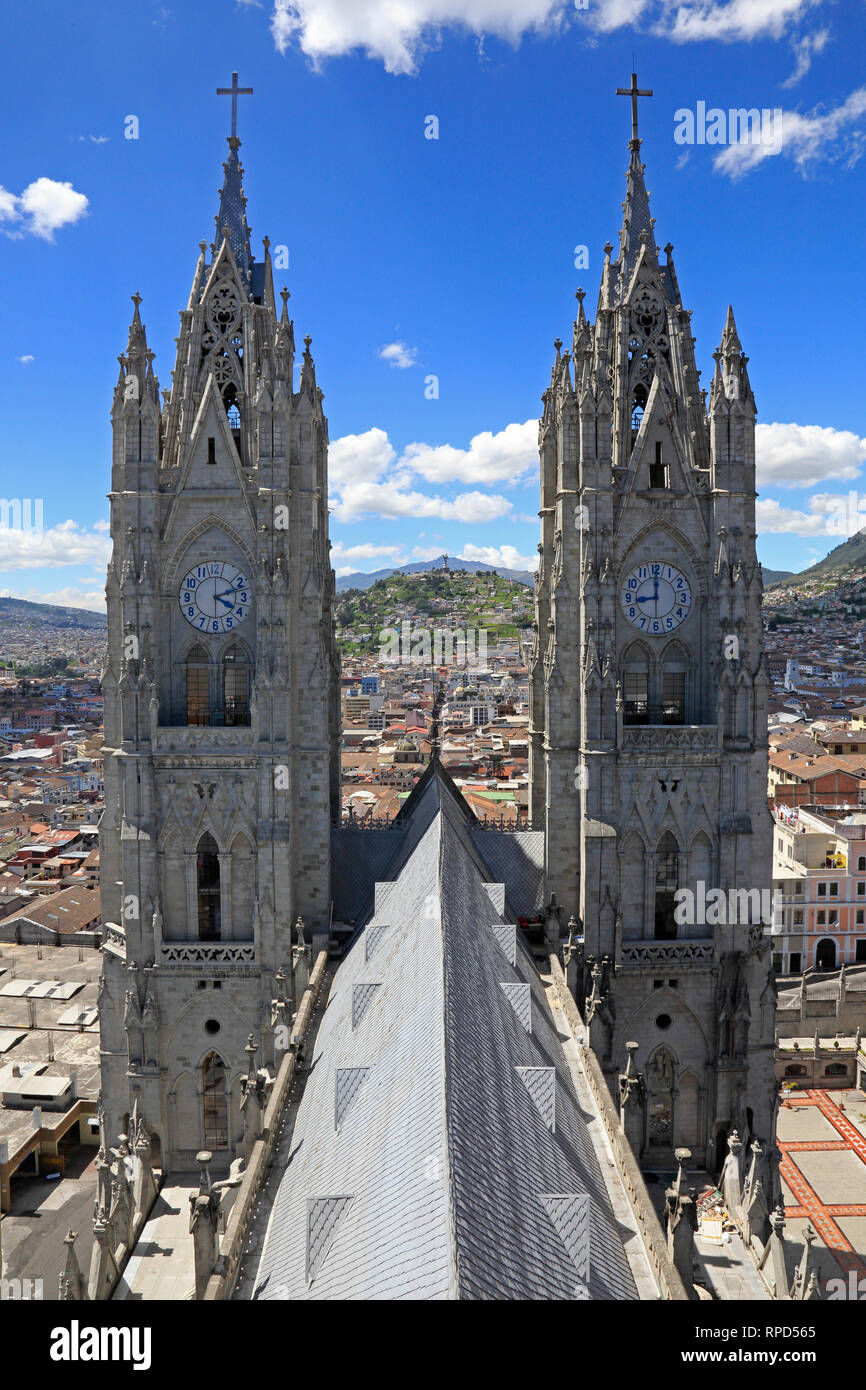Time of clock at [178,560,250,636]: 4:12
